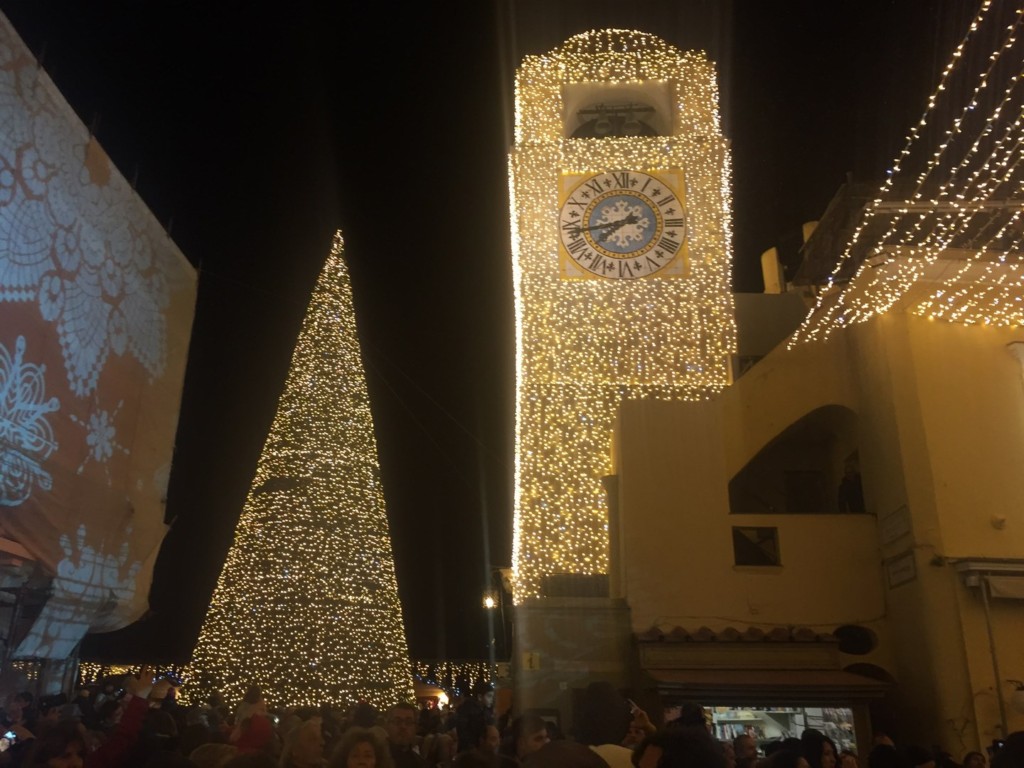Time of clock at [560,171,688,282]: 7:42
